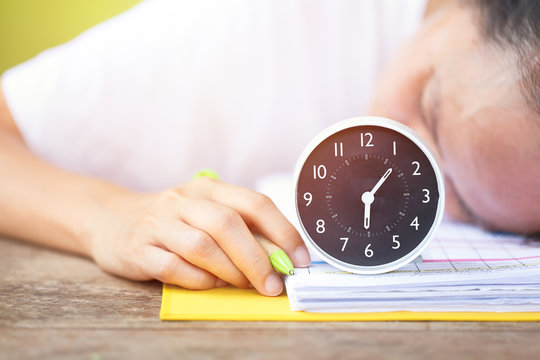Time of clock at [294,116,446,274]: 6:06
